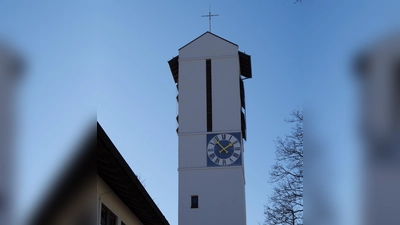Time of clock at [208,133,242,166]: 1:53
